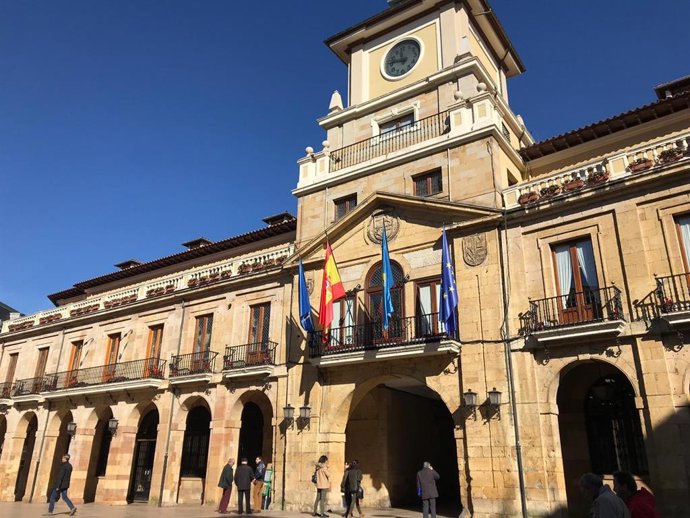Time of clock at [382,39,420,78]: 11:46
